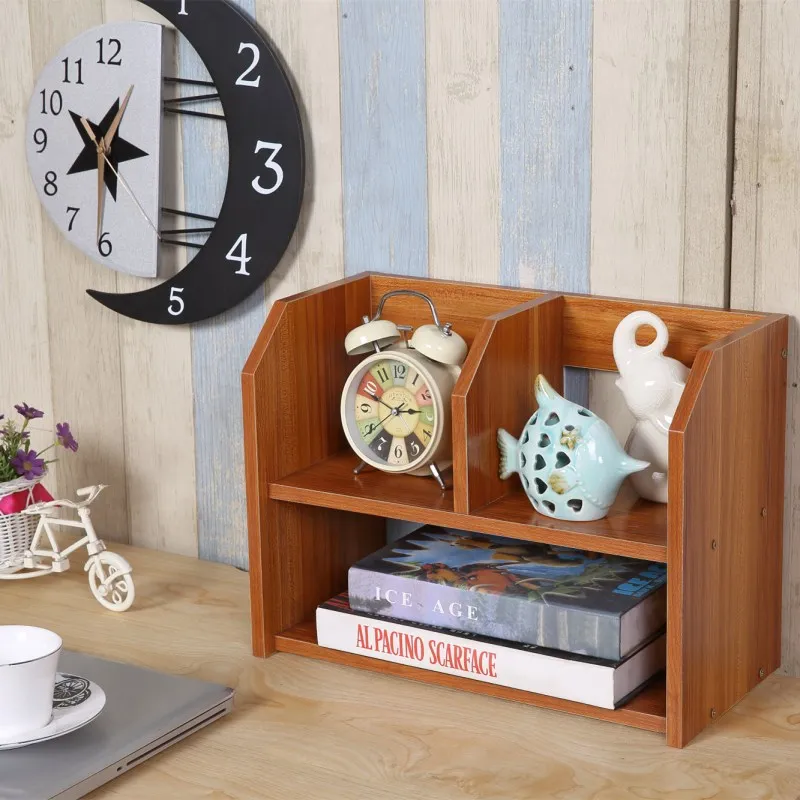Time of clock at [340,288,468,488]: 2:48
